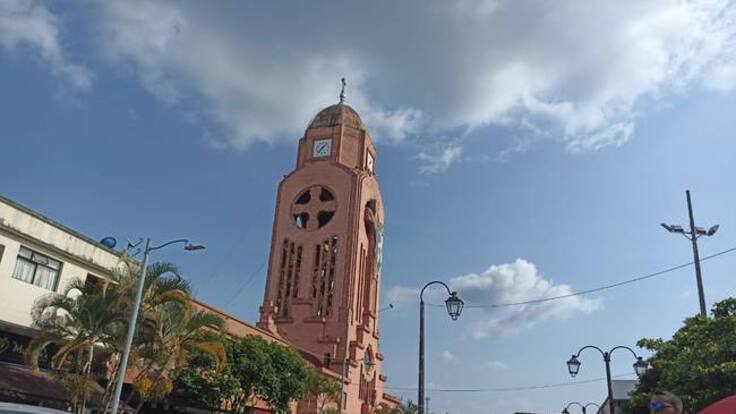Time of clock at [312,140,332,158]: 7:07
